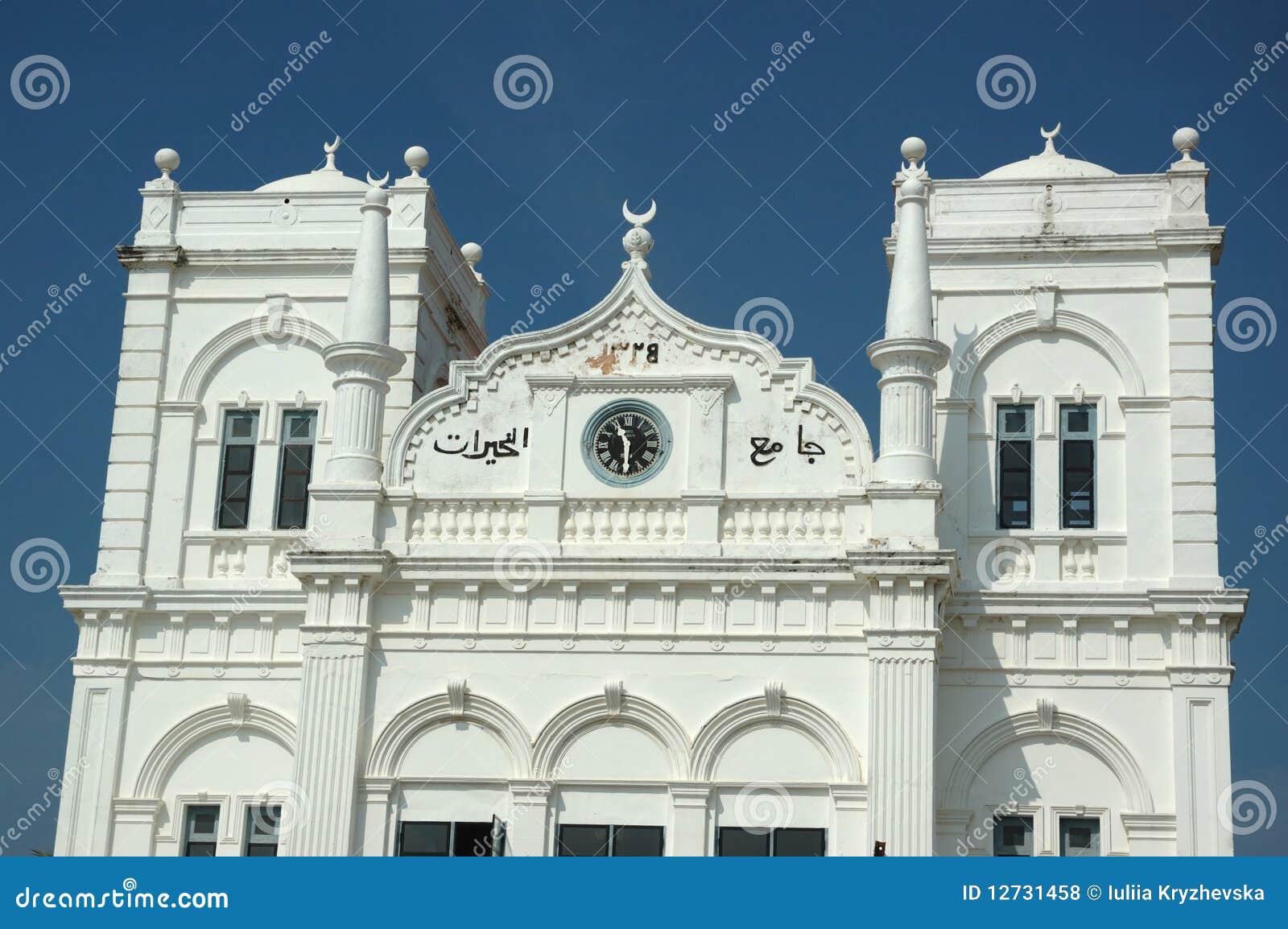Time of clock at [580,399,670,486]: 5:55
